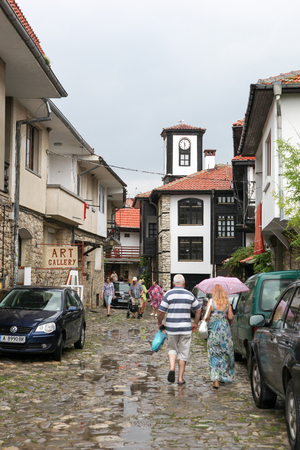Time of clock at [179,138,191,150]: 11:30
